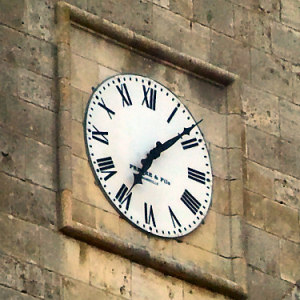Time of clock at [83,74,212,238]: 7:08
